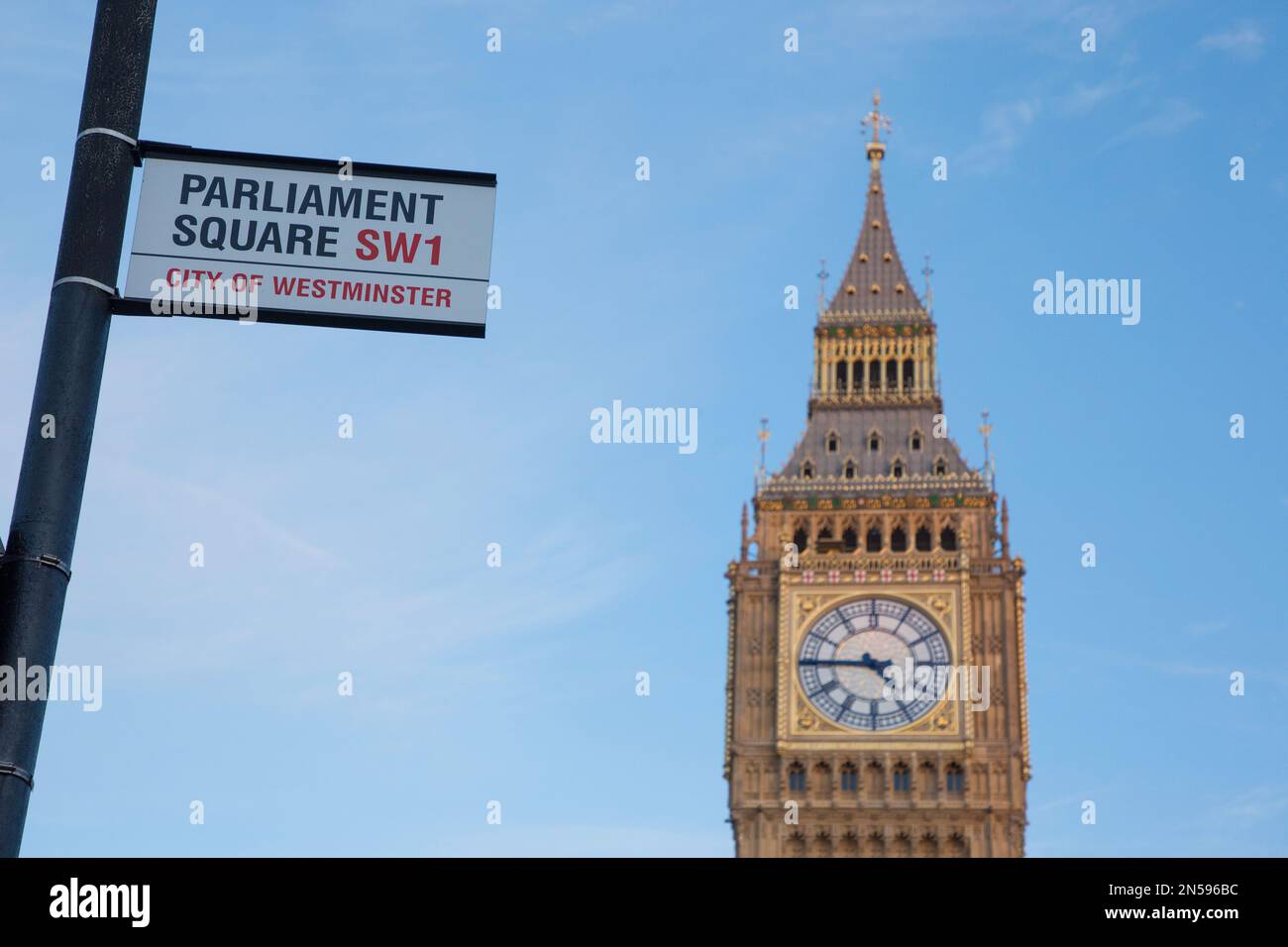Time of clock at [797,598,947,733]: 4:44
